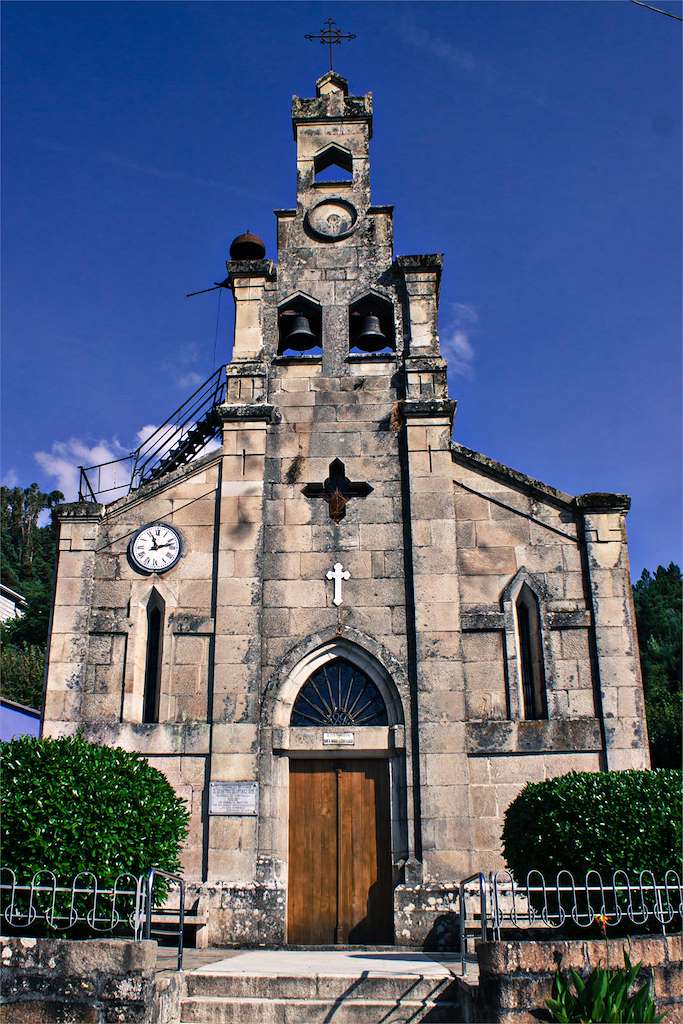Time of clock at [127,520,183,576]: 11:12
